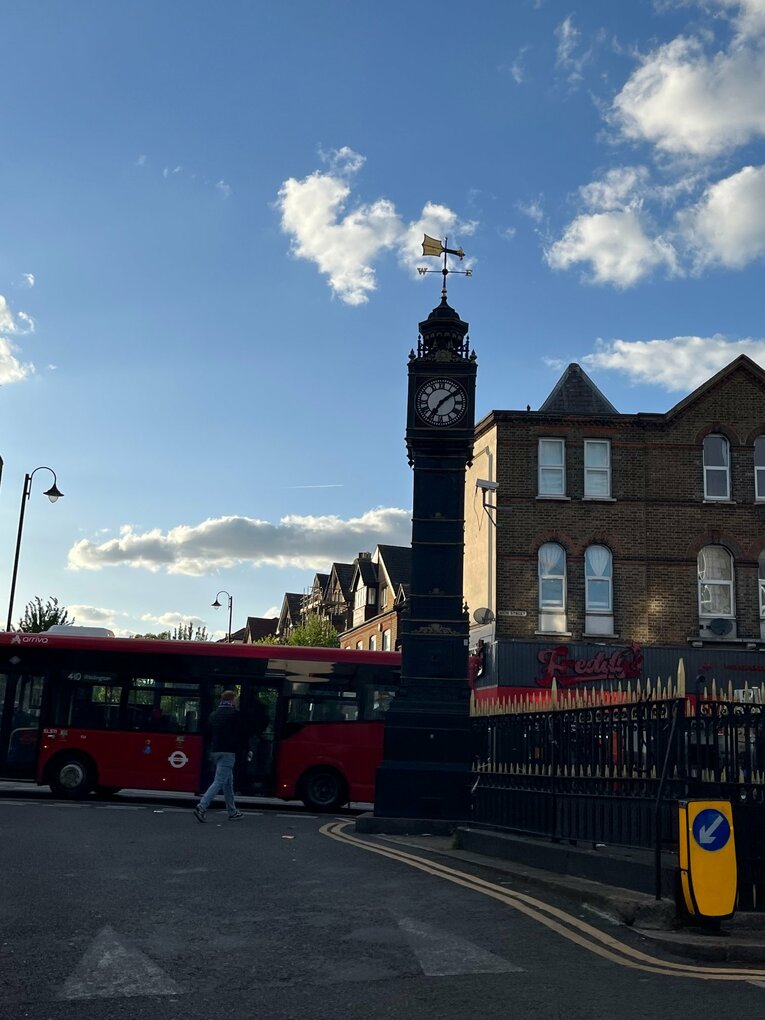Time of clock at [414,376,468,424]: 7:08
